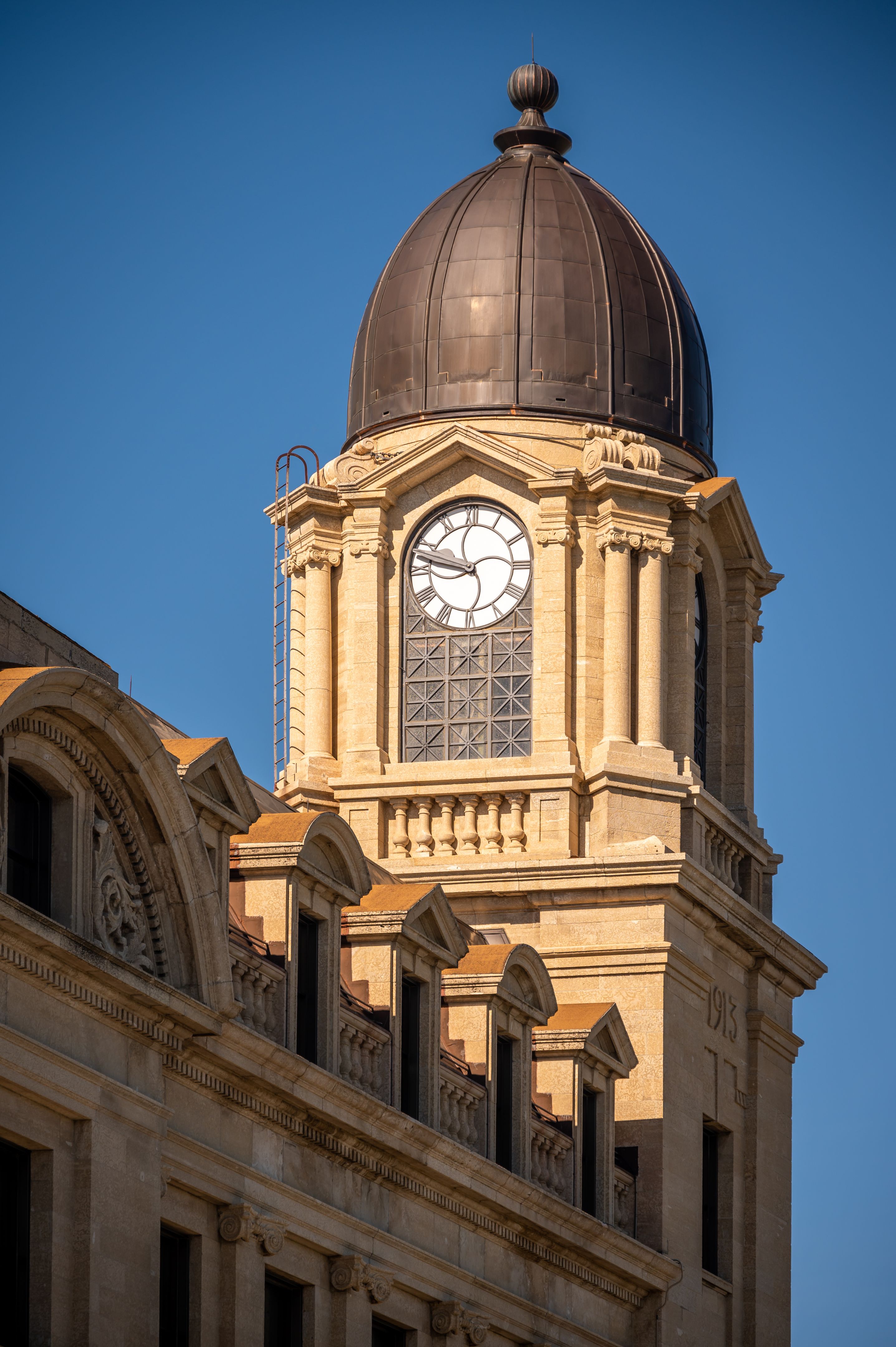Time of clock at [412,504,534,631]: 9:47
